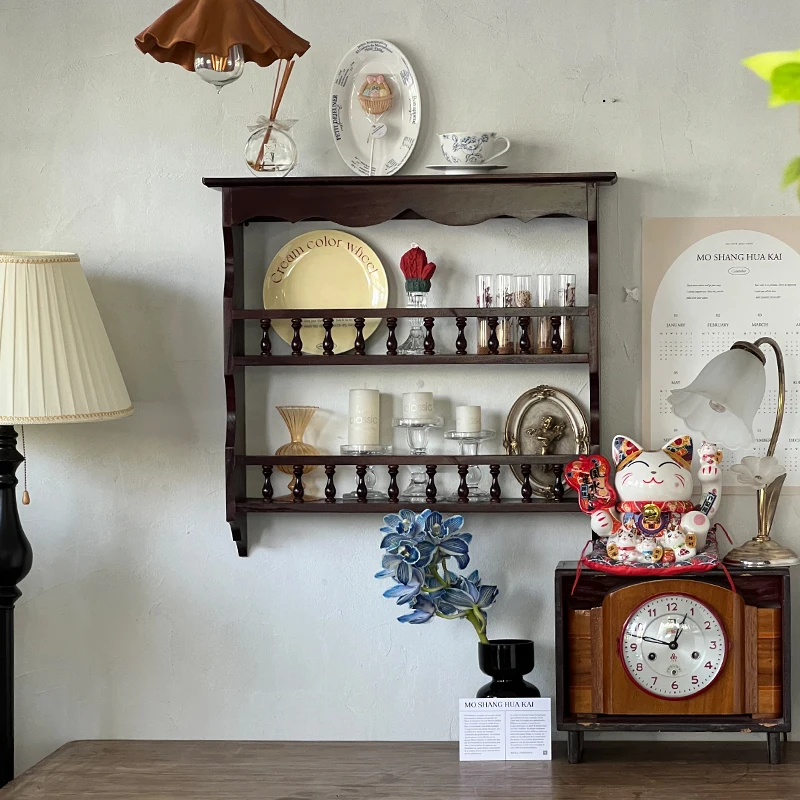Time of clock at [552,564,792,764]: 12:47
